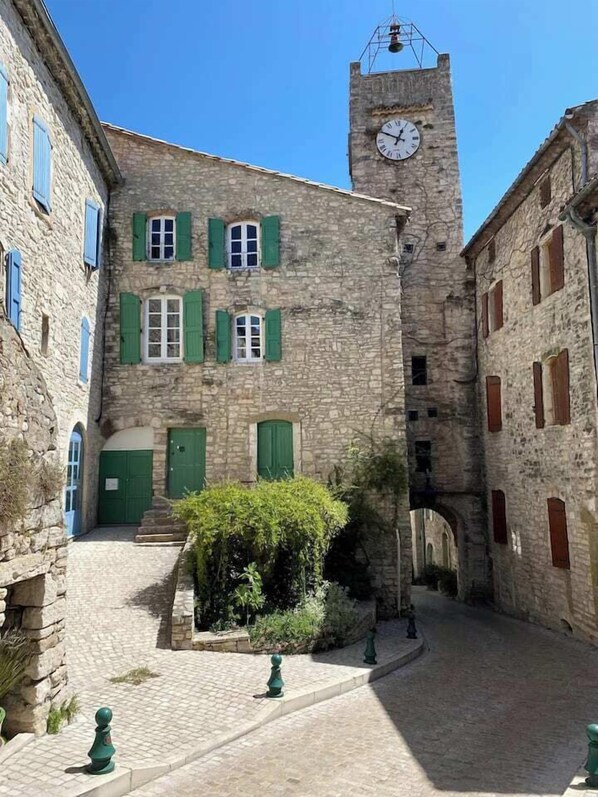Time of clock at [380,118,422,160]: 12:49
